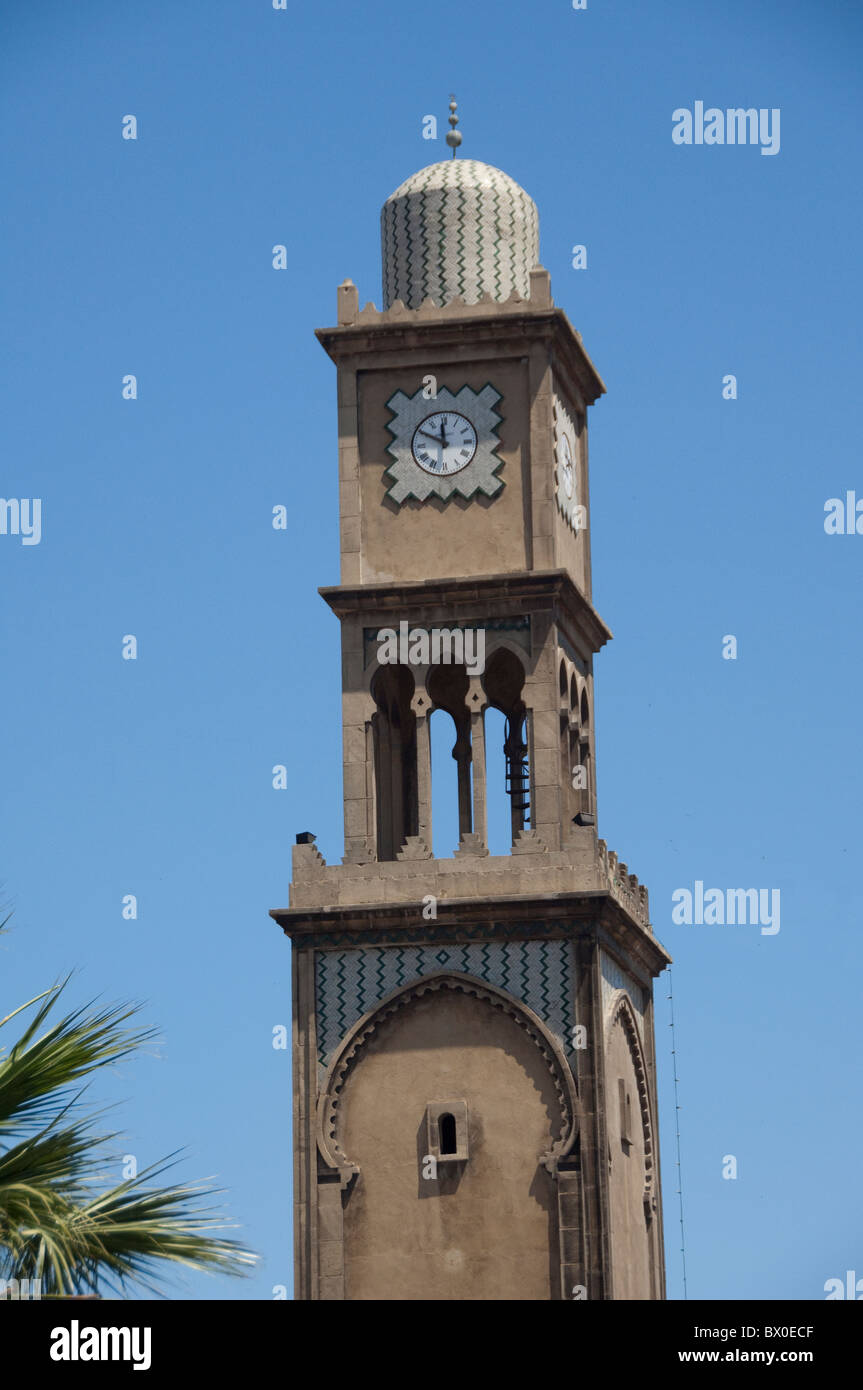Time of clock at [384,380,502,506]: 11:49
